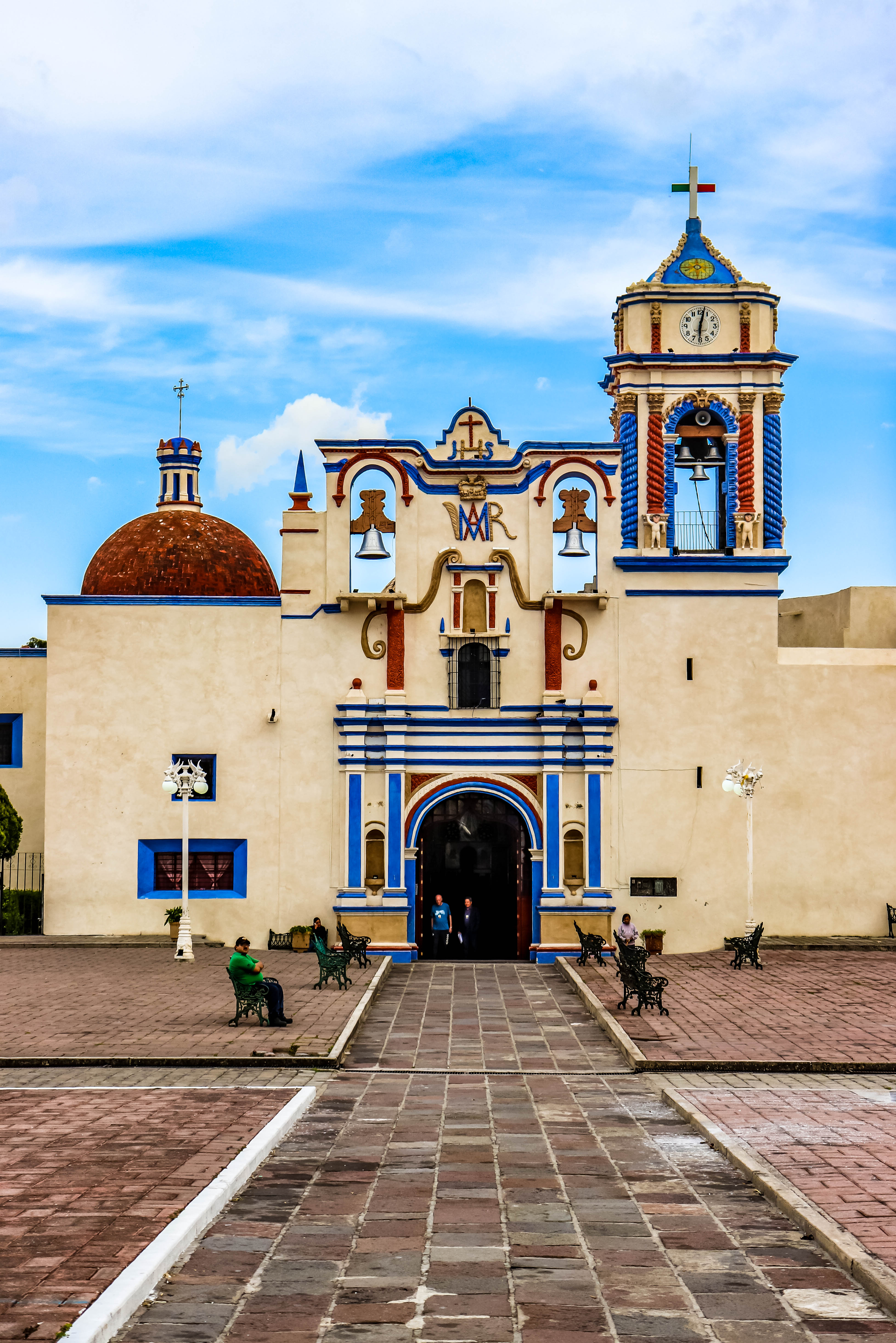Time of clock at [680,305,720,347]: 6:02
